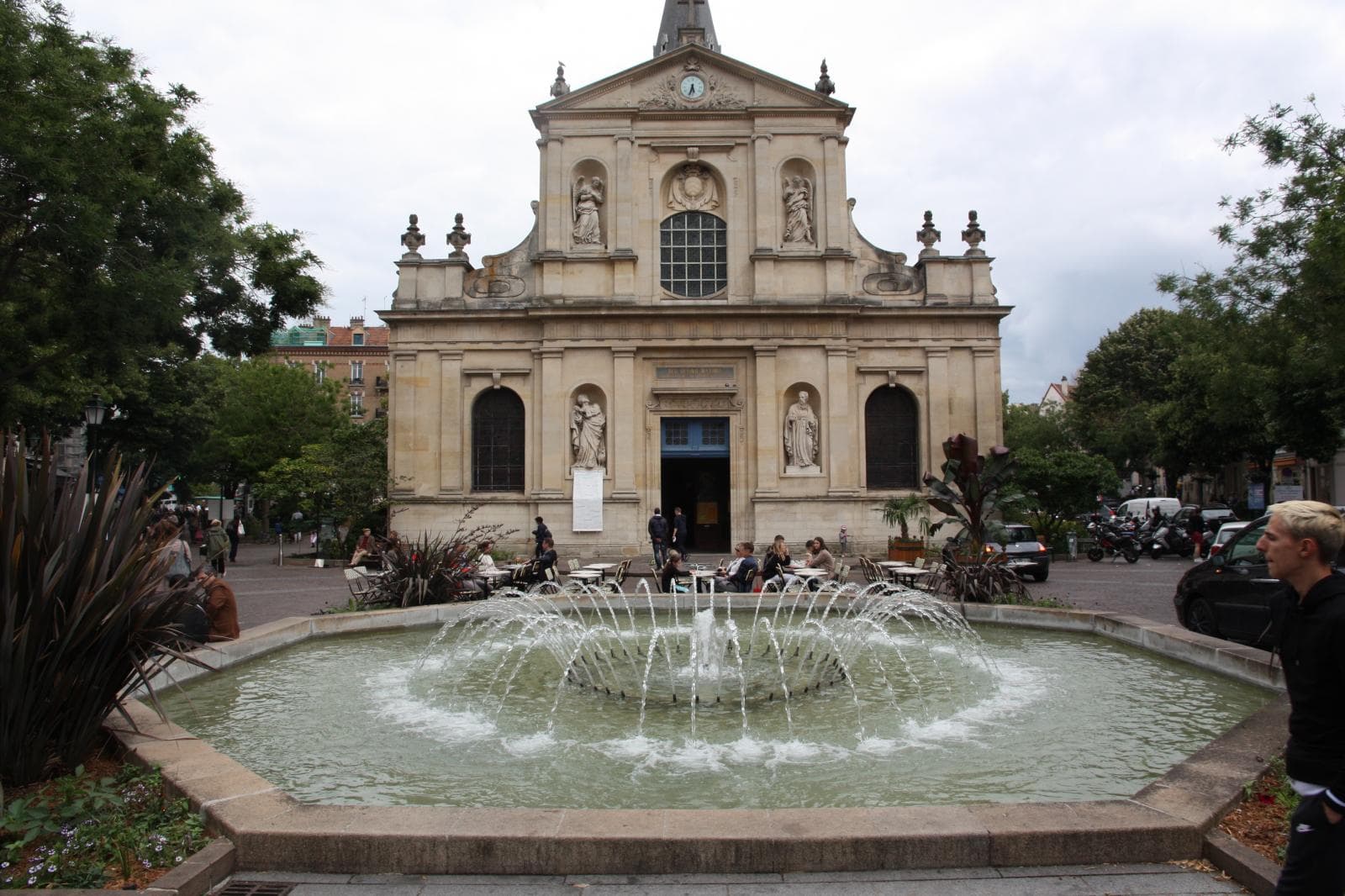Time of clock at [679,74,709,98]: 5:33
